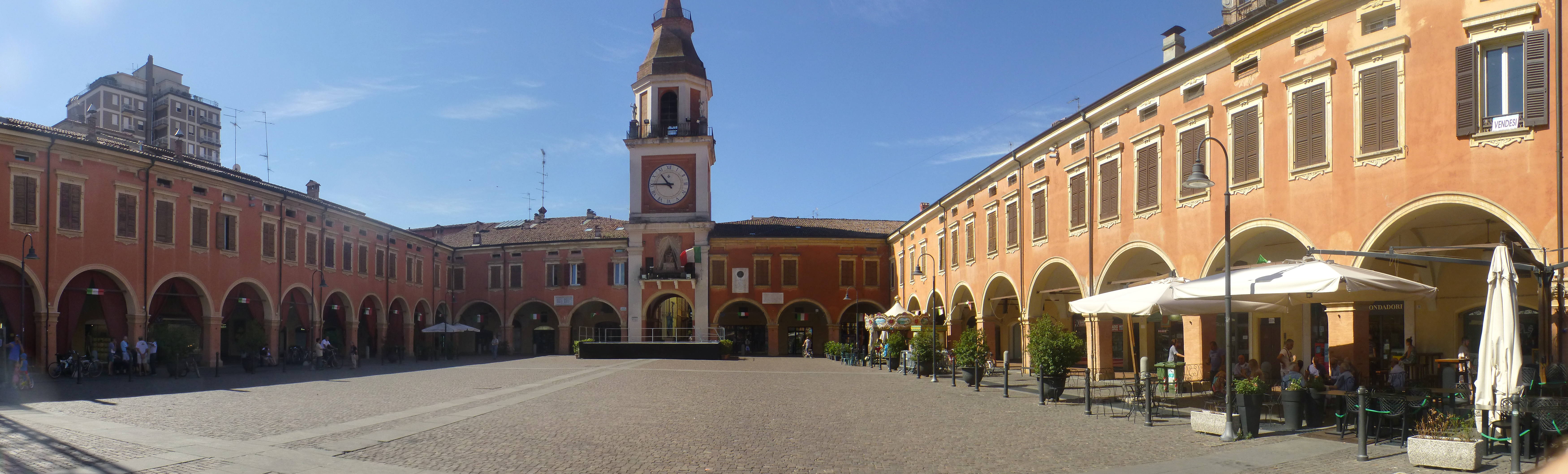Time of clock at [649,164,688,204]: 10:45
